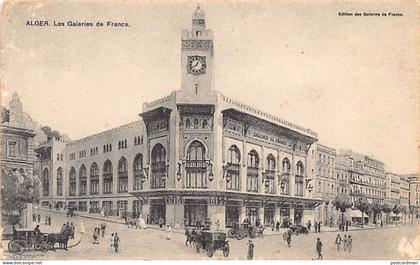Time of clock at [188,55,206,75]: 8:04
